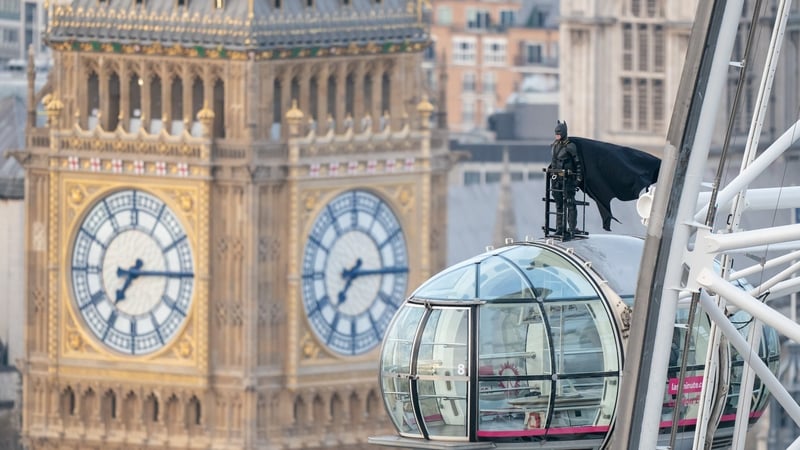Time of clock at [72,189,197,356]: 7:14
